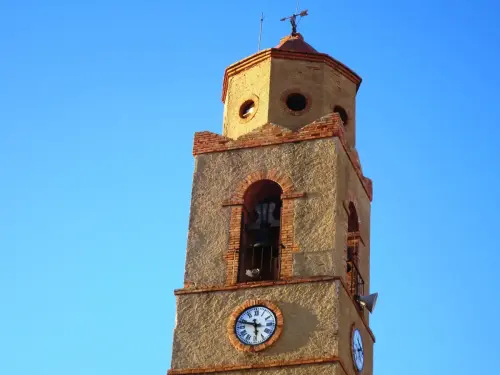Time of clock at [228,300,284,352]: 5:47
